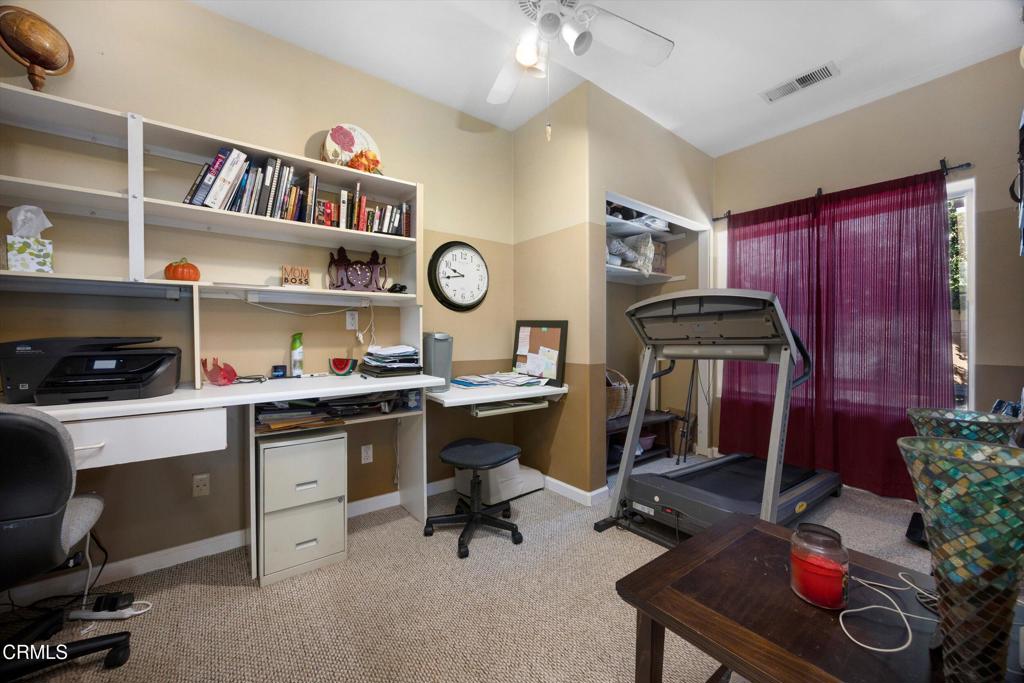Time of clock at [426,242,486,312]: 9:43
